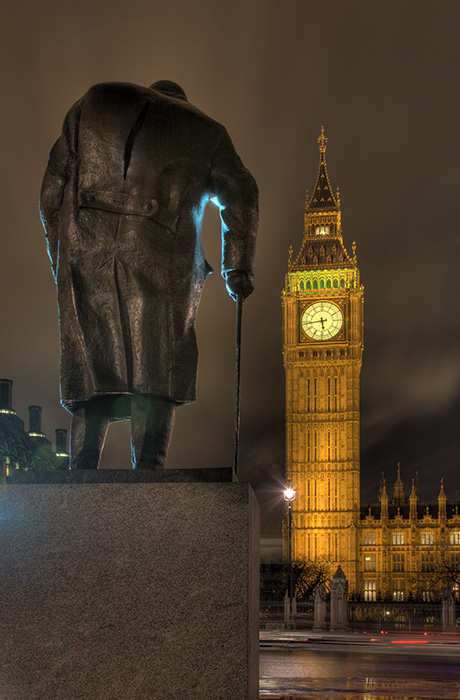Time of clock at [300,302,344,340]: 5:43
